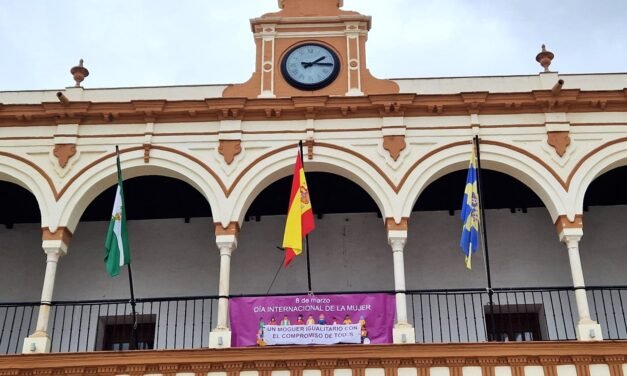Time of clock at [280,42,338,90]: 2:15
